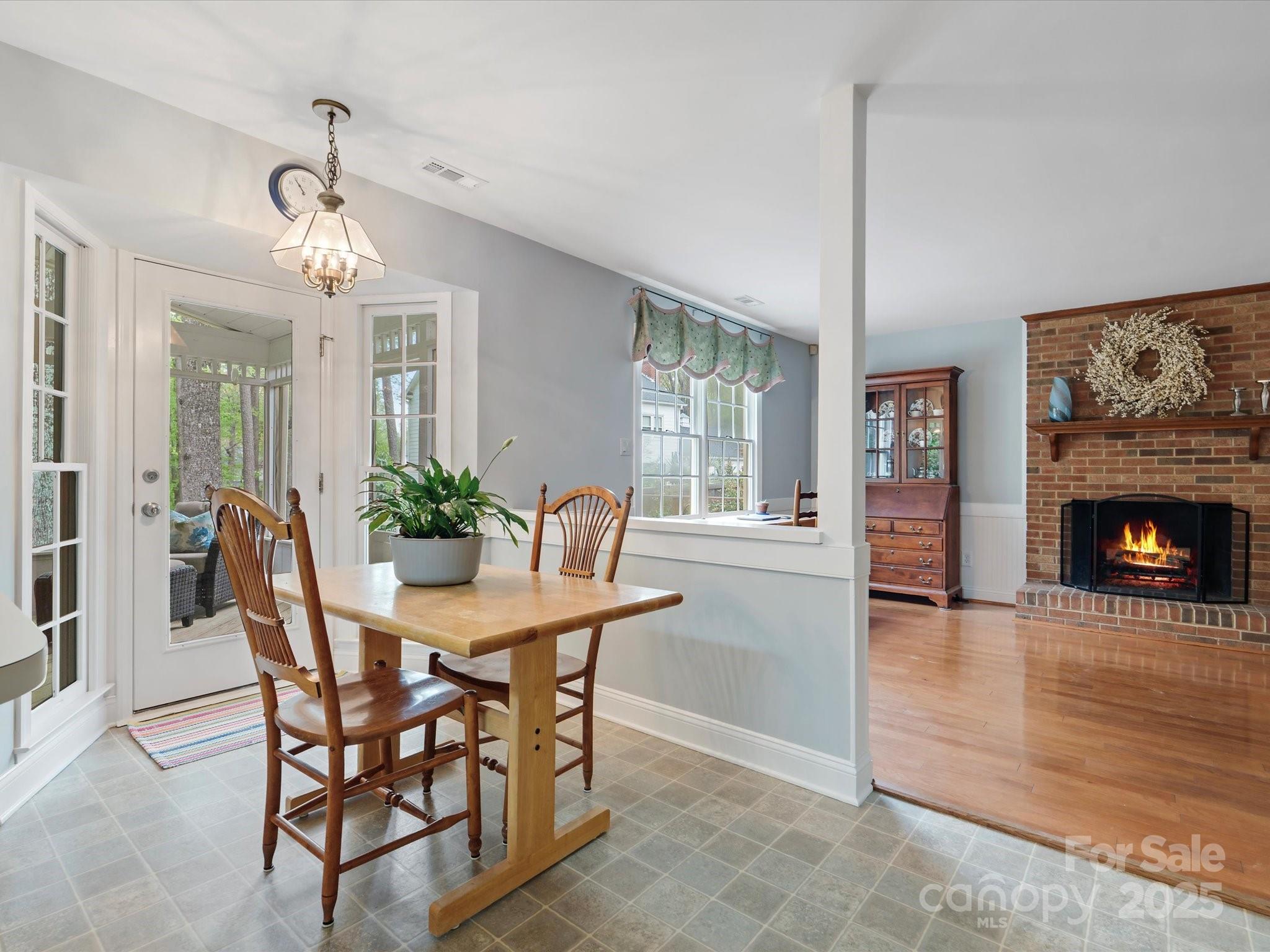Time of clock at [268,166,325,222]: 10:54
